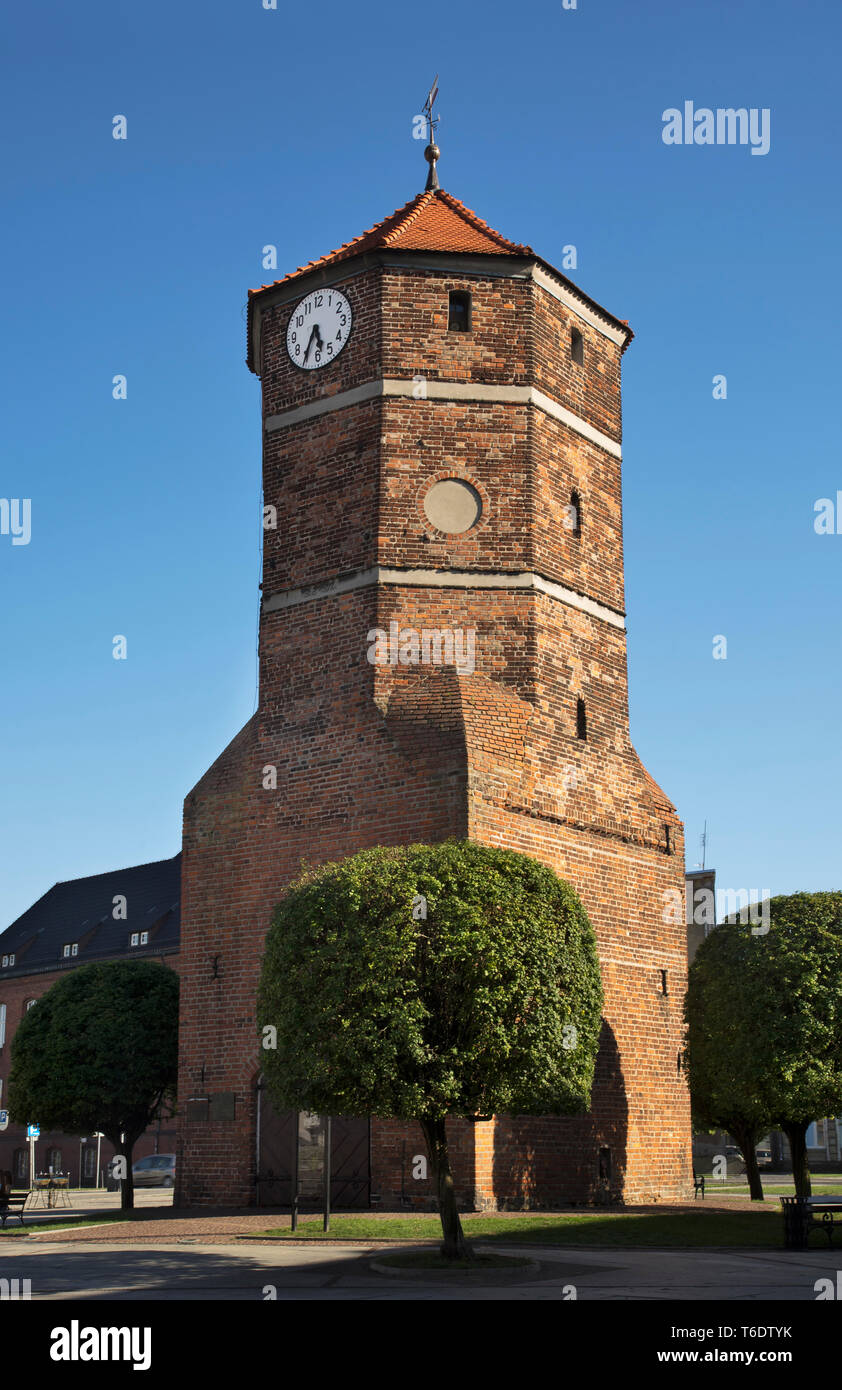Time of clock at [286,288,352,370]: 5:34
